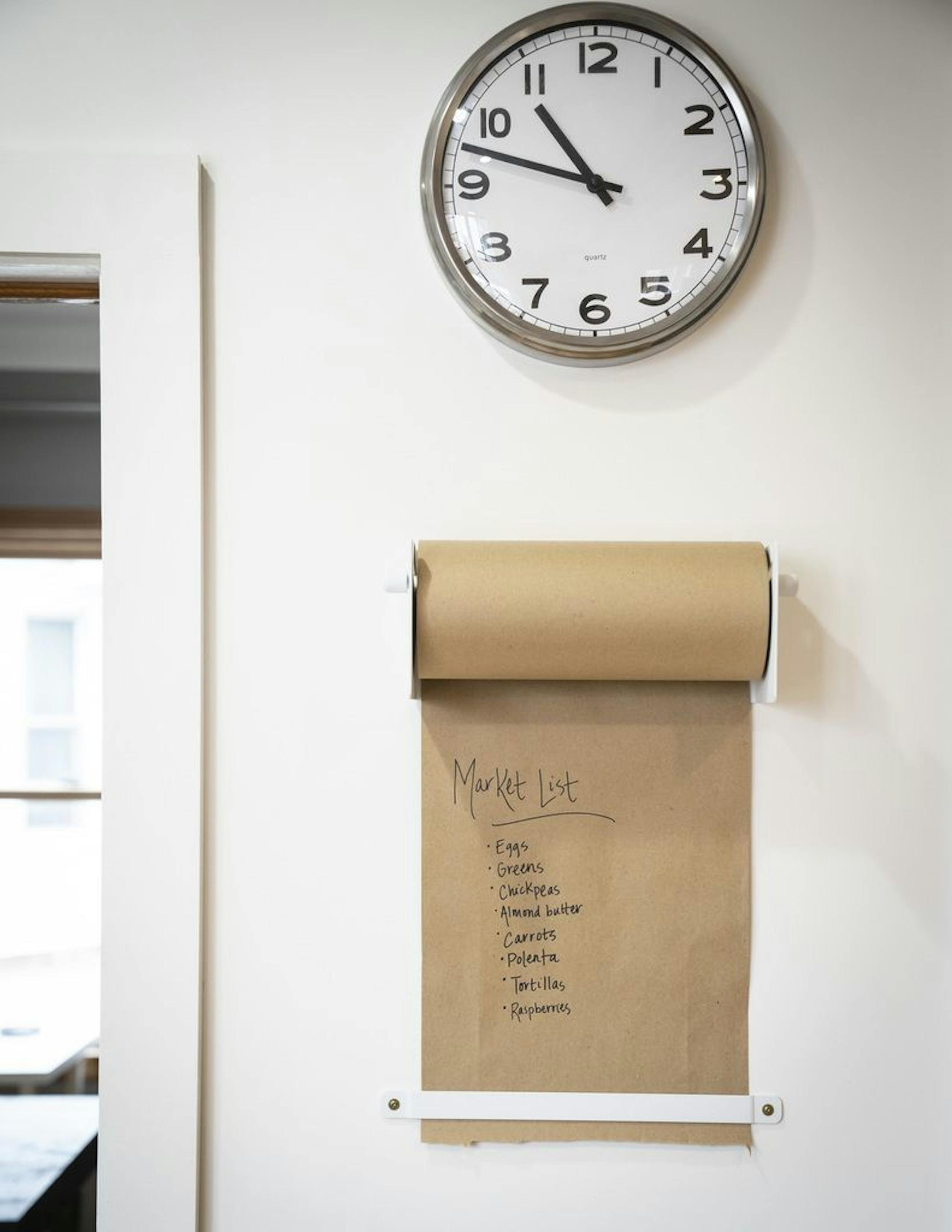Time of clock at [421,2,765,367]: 10:47
